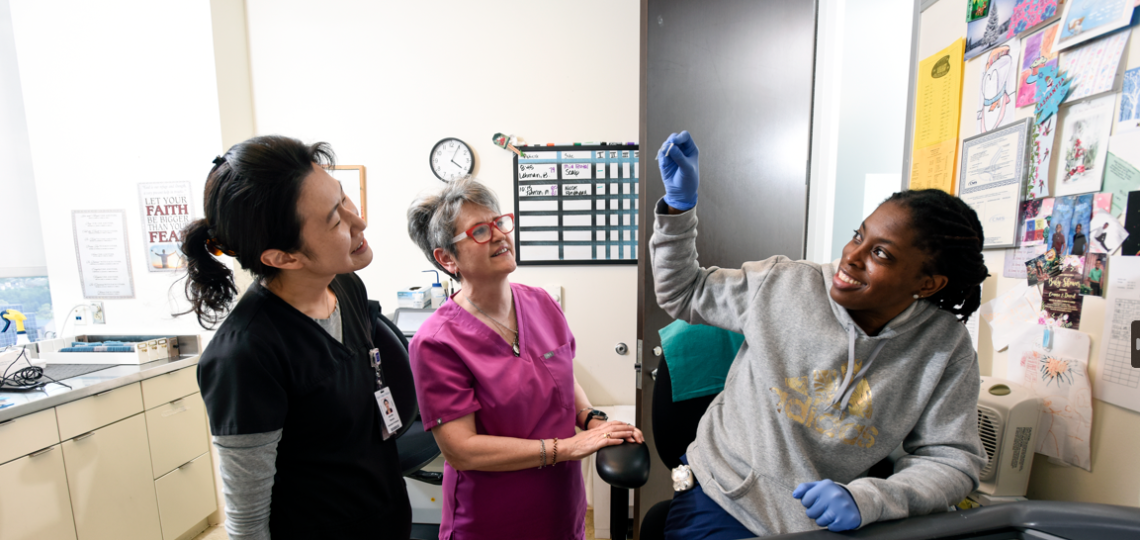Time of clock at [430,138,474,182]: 4:04
